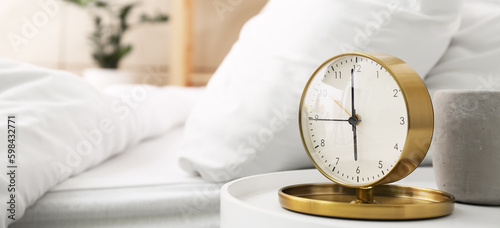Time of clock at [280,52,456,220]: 5:59
